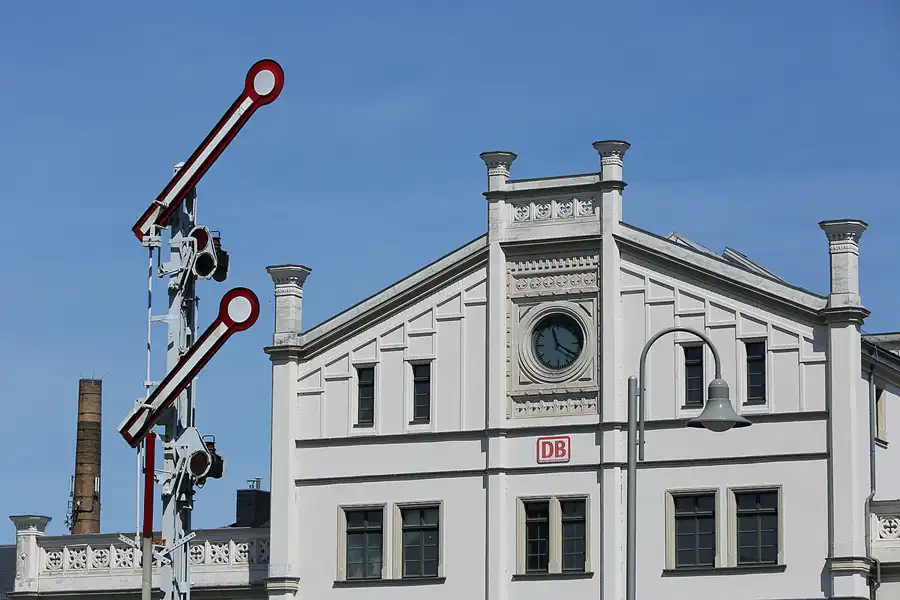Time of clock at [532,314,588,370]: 11:20
